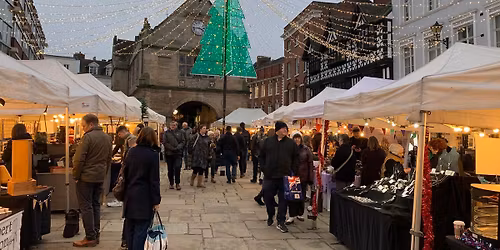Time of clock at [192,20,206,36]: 3:43
